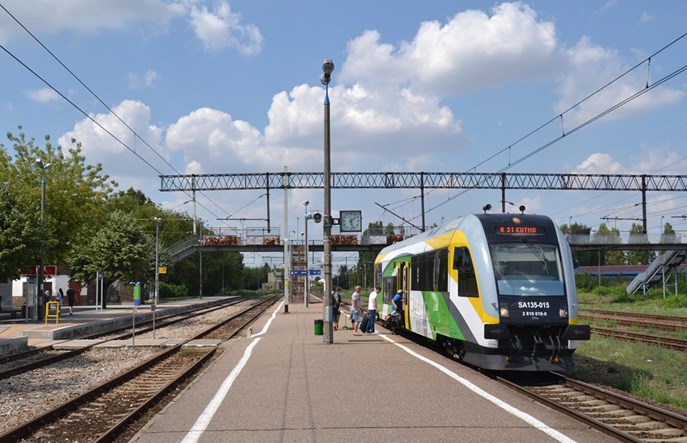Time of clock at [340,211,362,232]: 1:27
